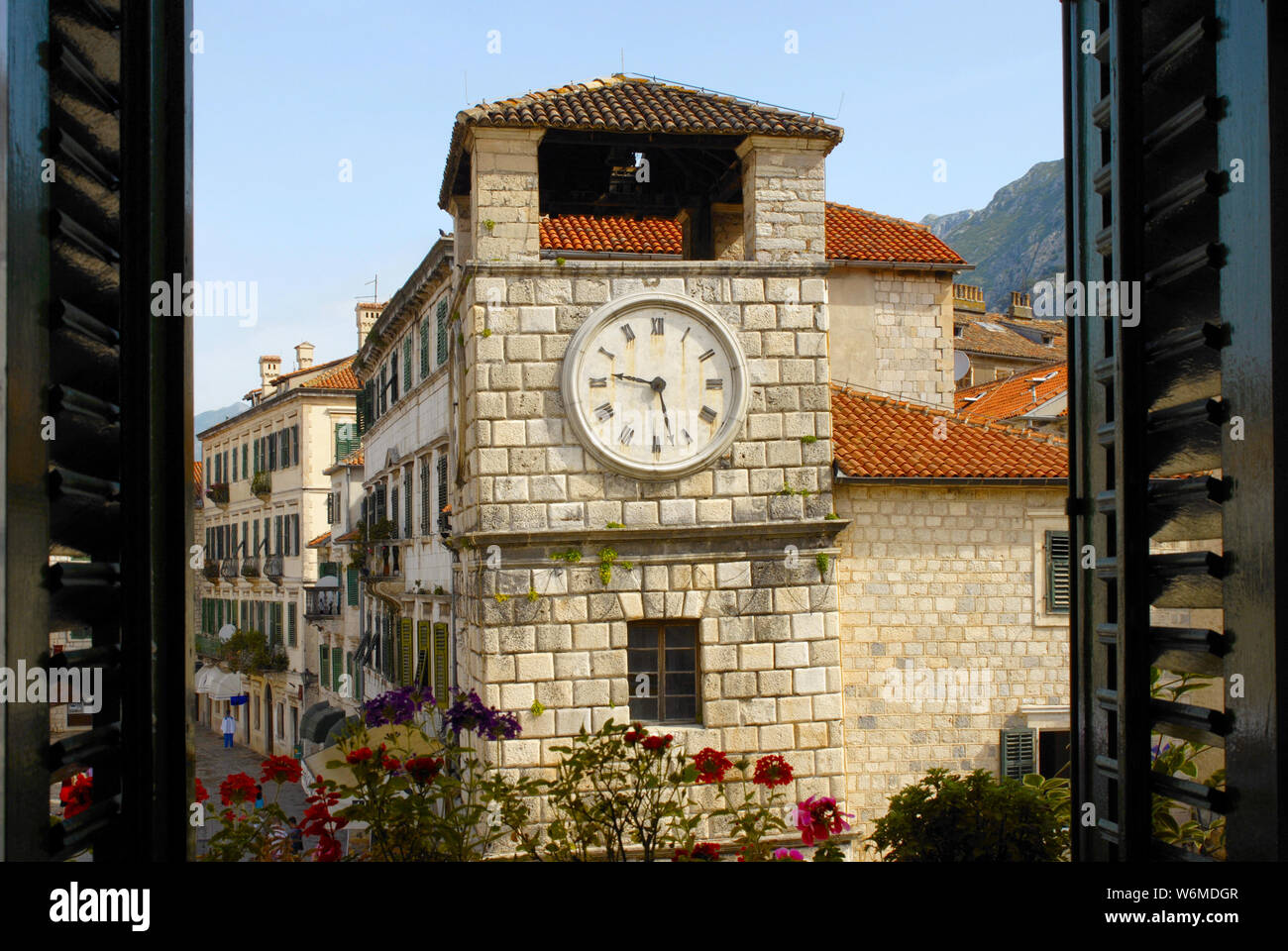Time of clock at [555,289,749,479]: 9:27
